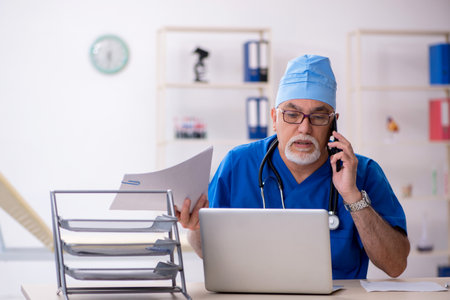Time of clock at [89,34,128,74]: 5:31
